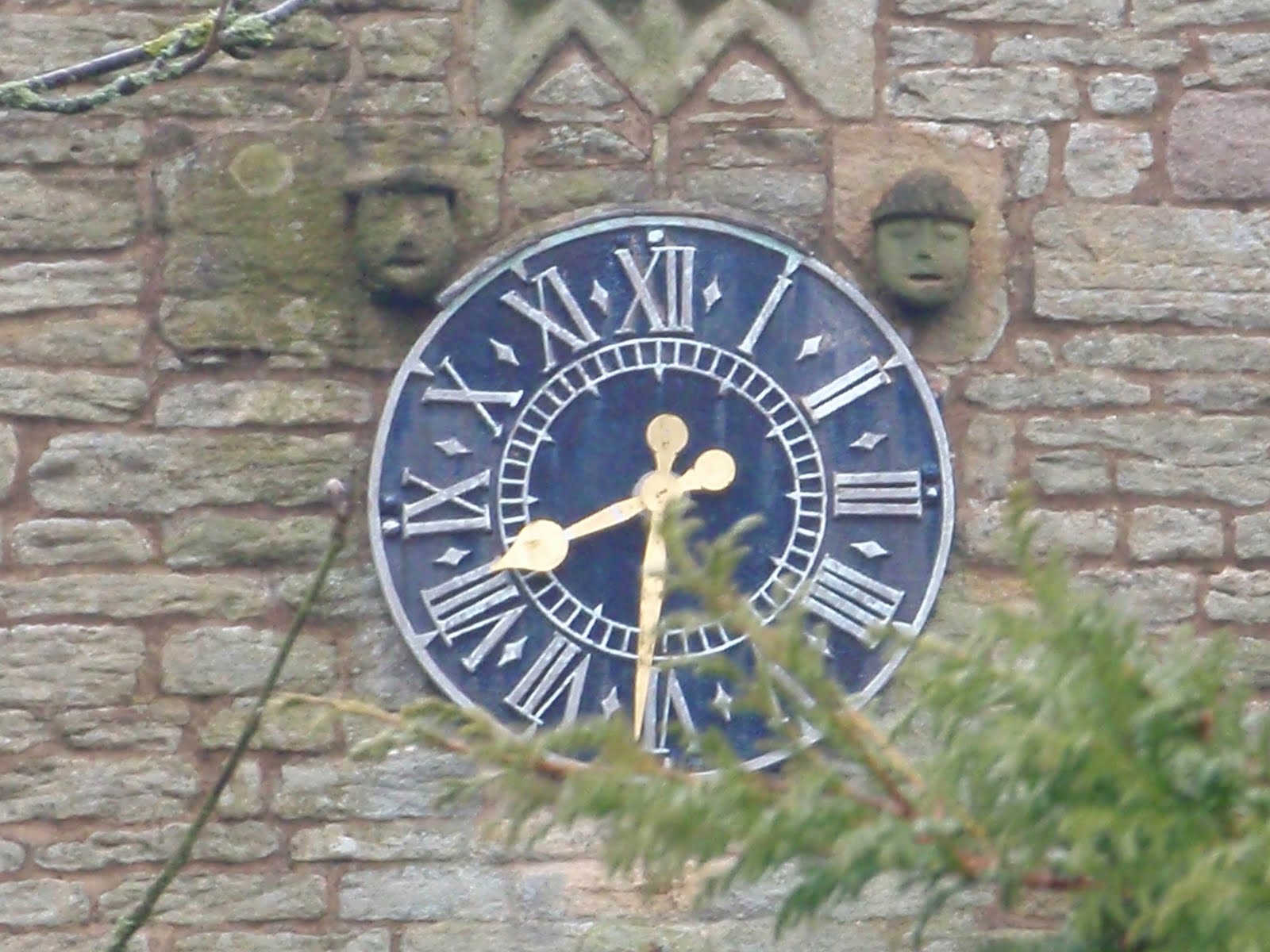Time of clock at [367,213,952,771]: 8:30
